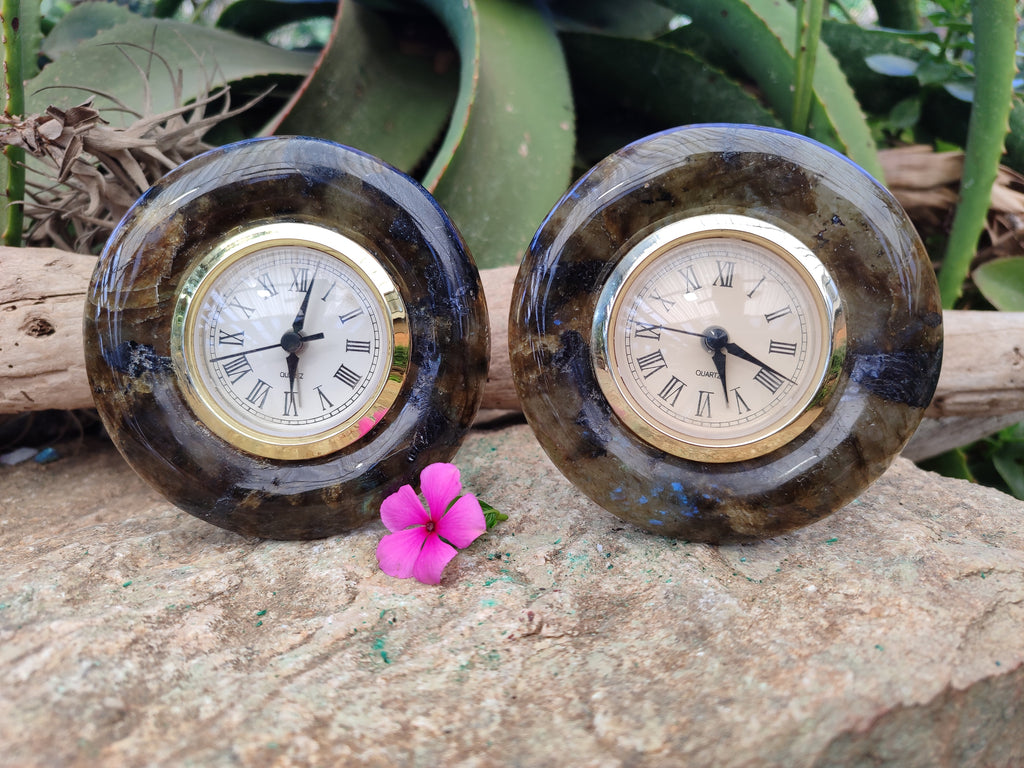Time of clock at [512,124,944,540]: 5:18
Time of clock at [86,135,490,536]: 6:02
